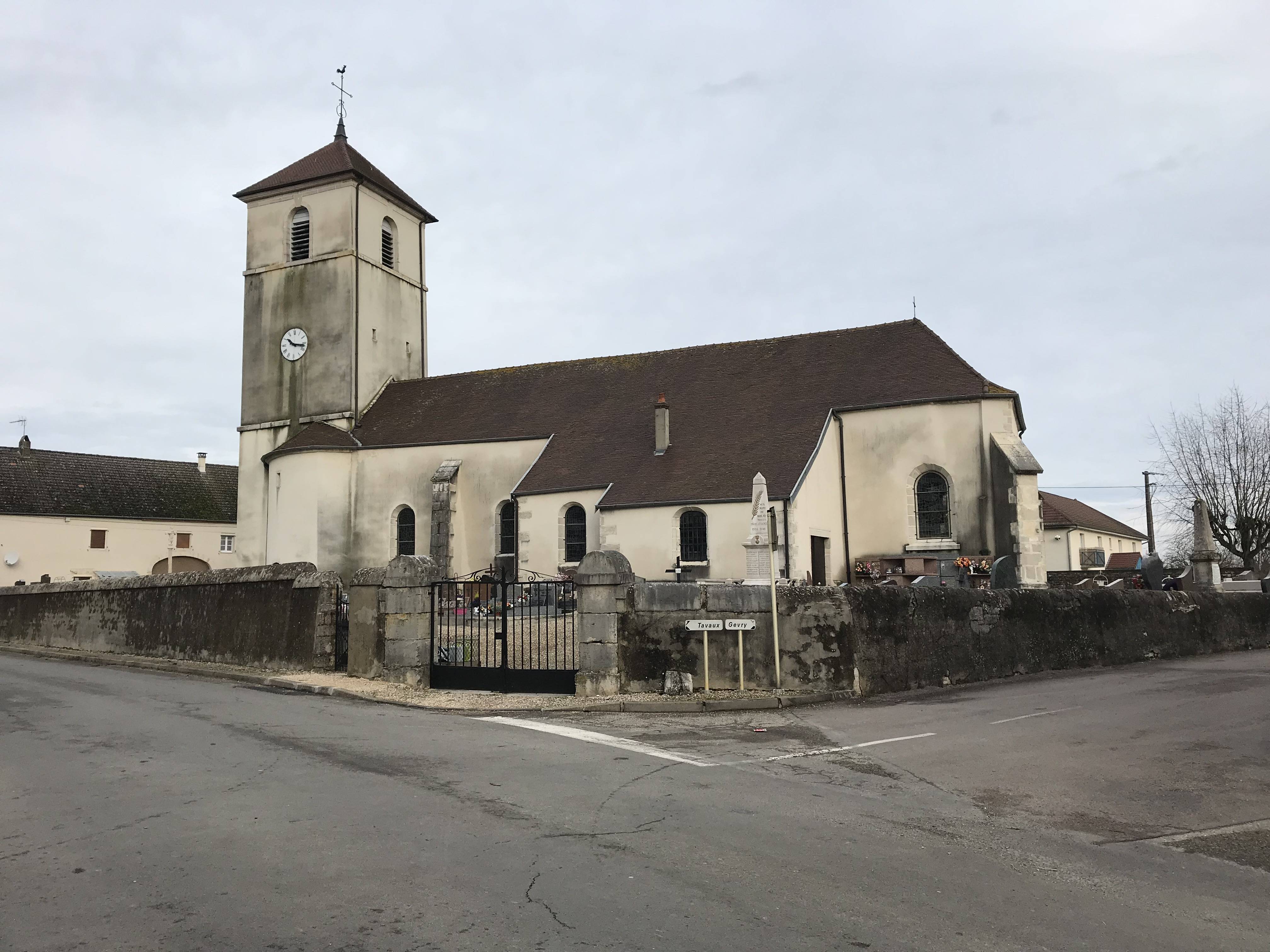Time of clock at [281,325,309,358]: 10:16
